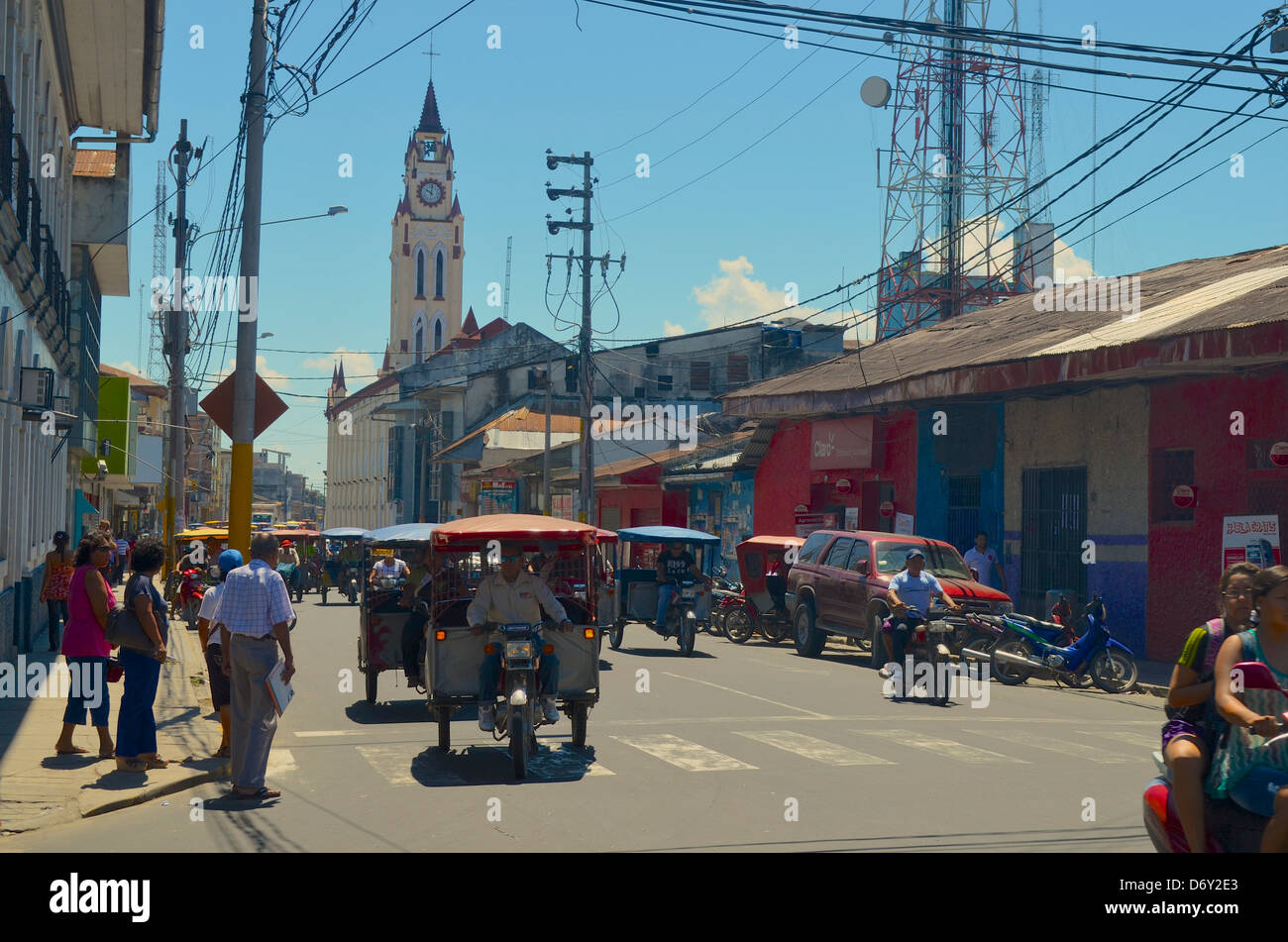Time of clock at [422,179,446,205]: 10:00
